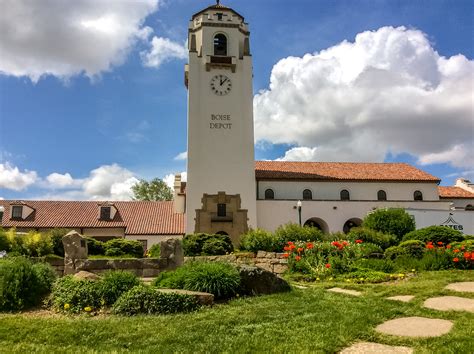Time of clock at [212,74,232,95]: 12:07
